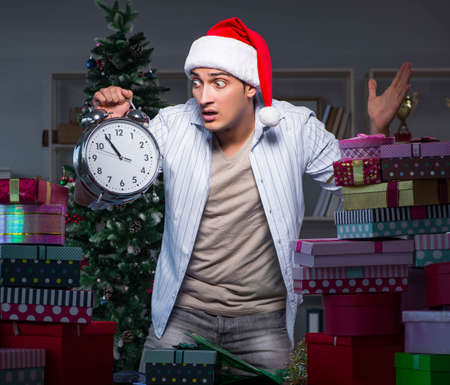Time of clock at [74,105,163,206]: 10:54
